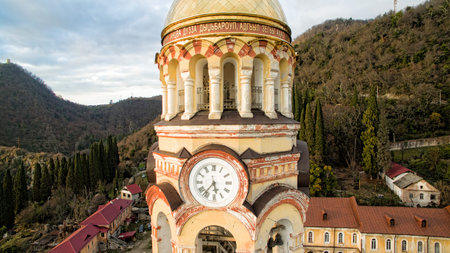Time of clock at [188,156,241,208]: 5:36
